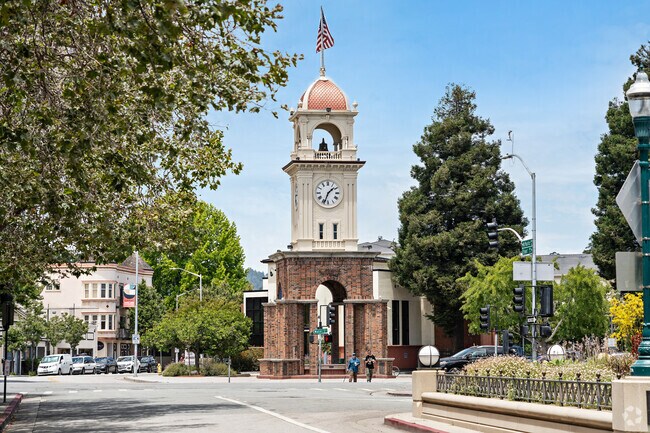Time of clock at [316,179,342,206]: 1:33
